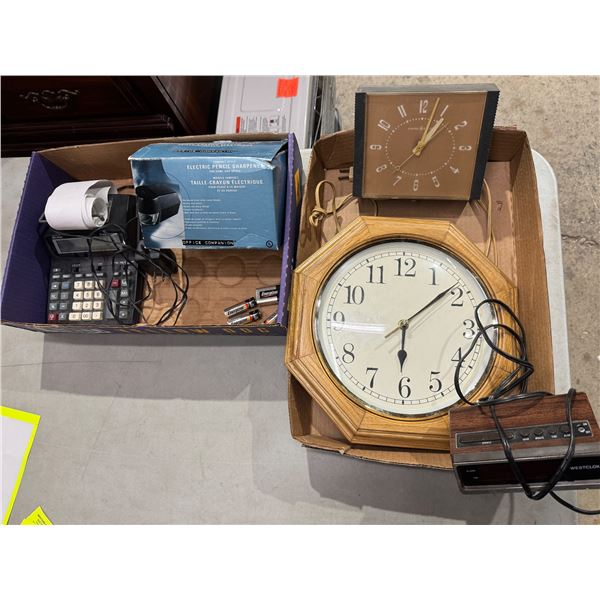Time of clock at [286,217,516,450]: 6:08
